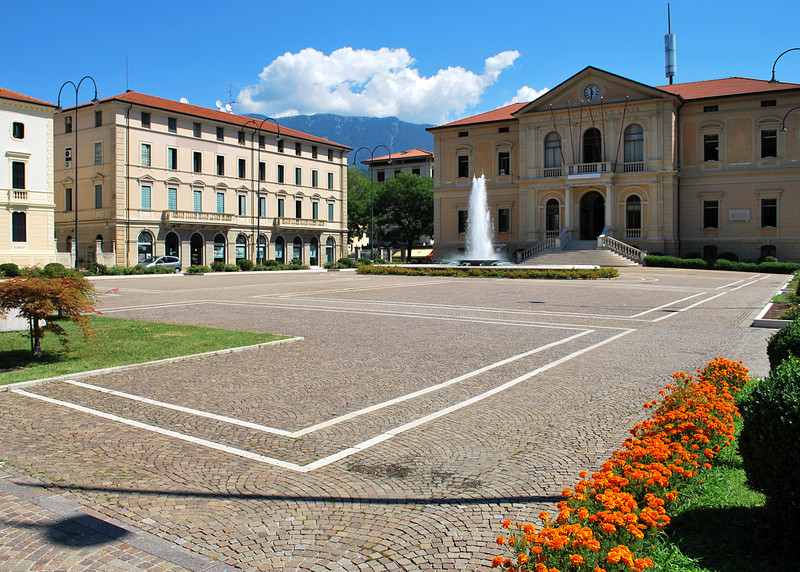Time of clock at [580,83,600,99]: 11:31
